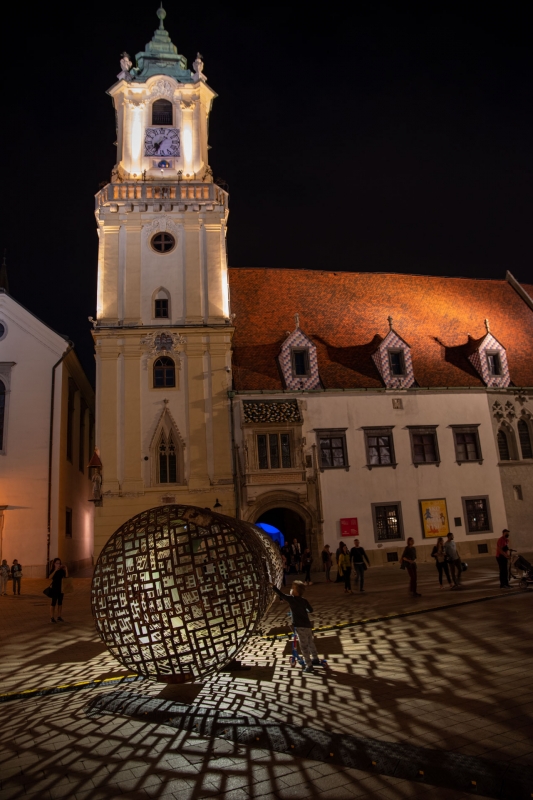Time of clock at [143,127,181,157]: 7:34
